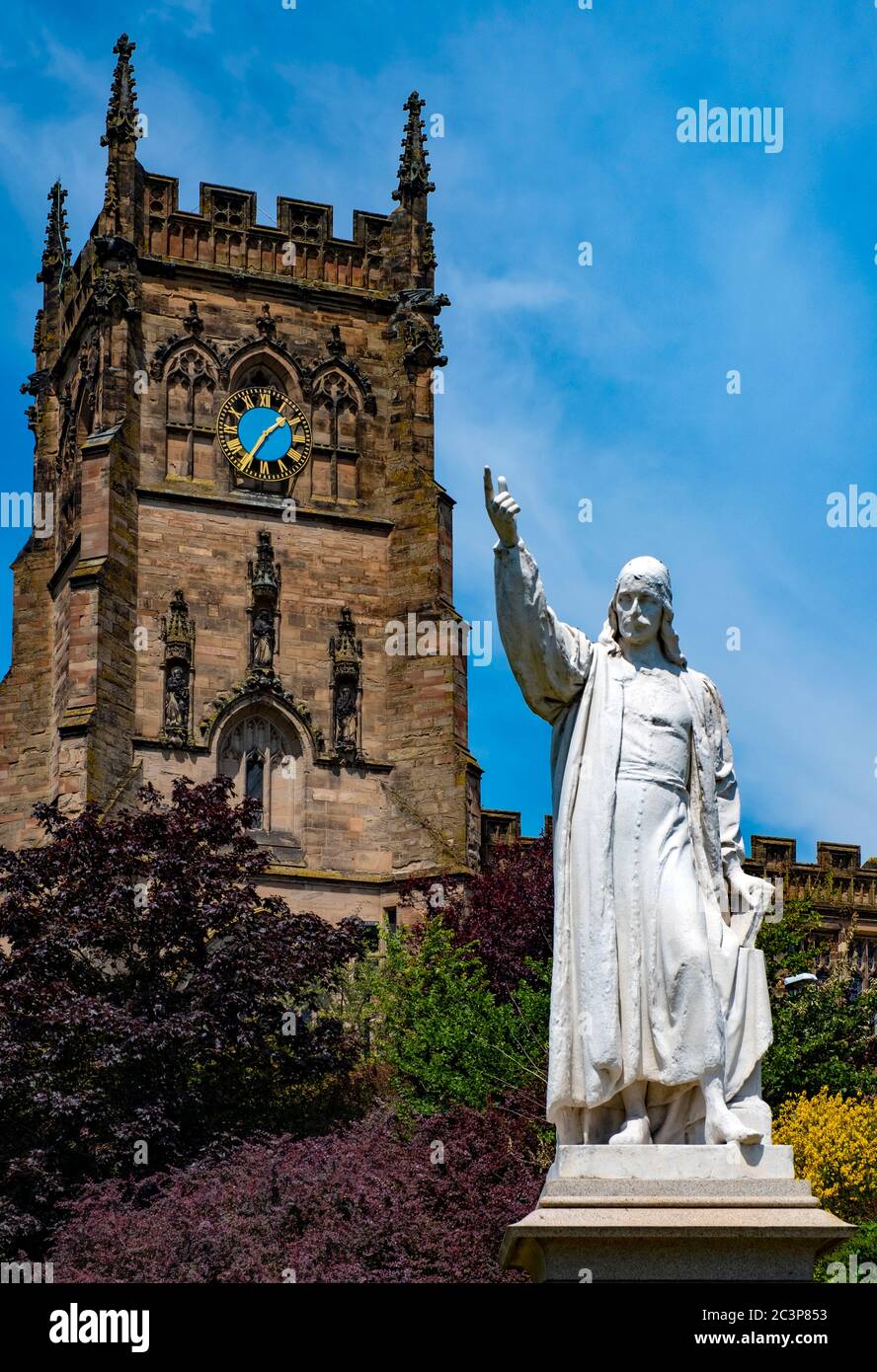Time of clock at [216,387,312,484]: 1:35
